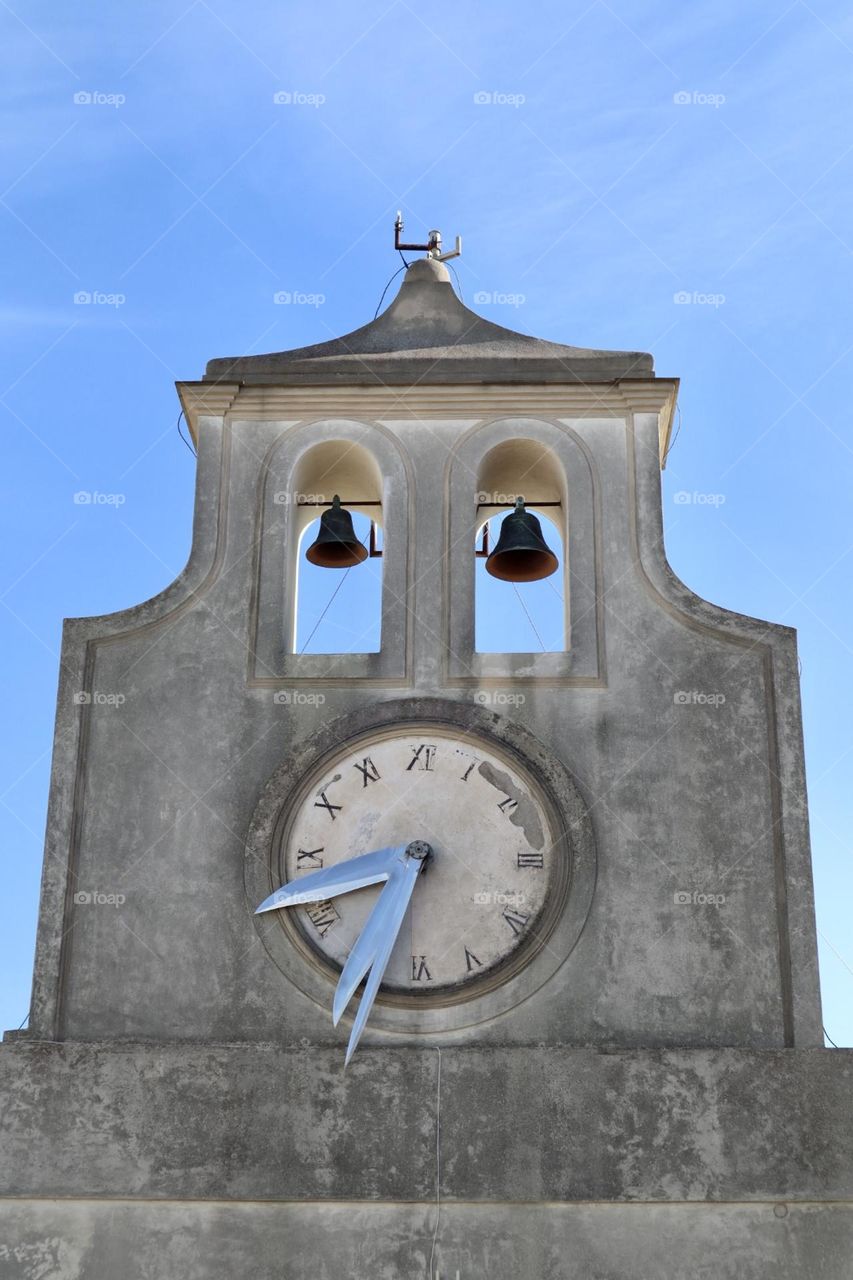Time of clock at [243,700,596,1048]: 8:33
